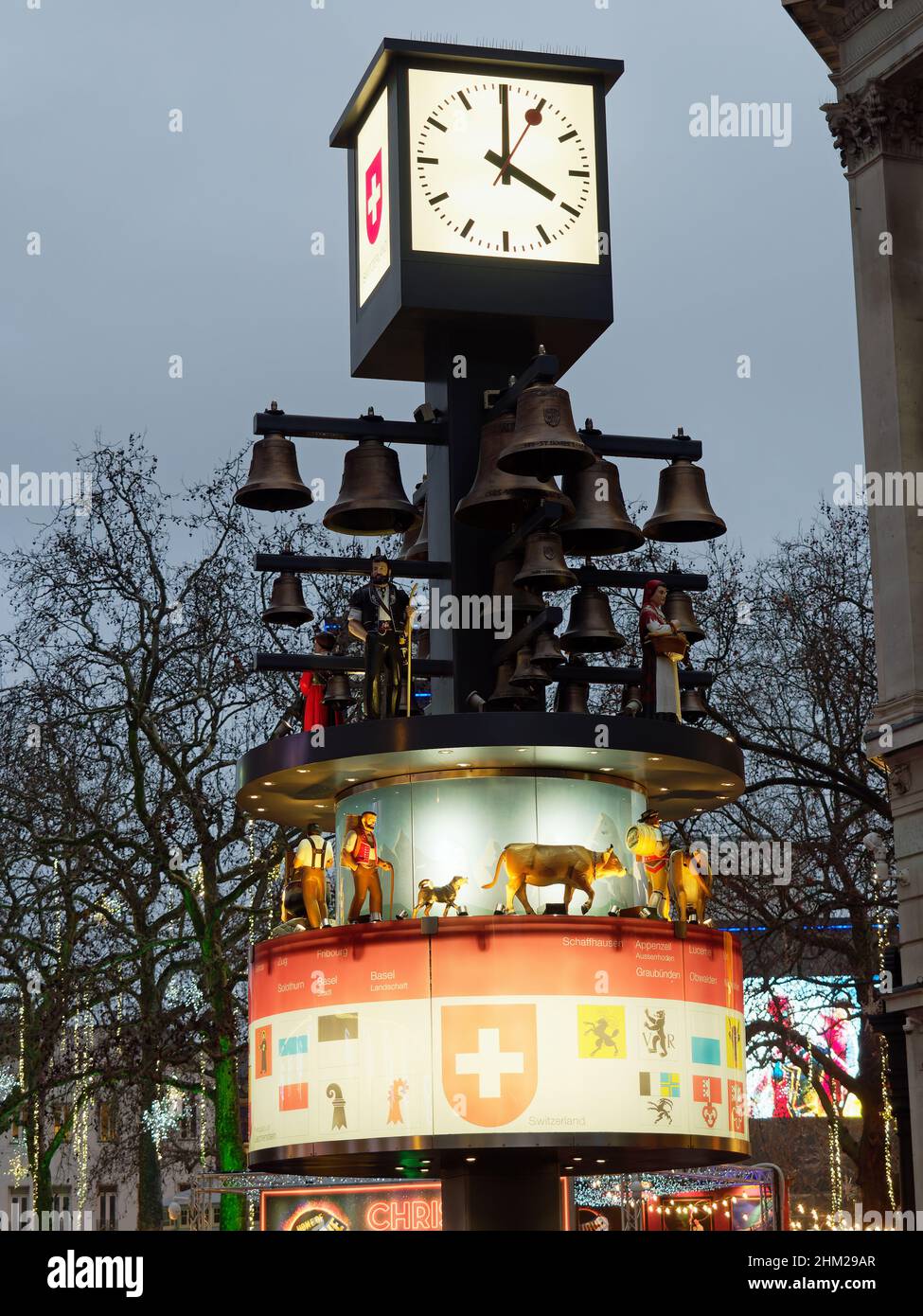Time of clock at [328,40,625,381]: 4:00
